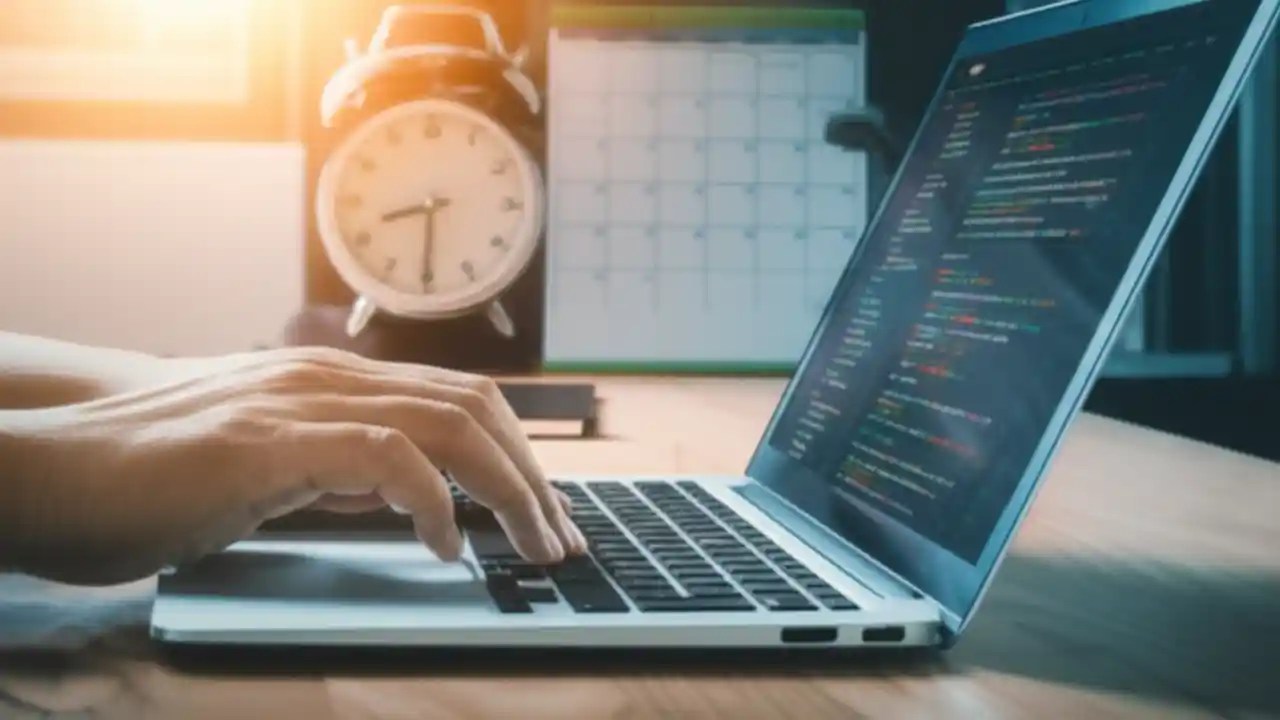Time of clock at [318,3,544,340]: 8:30
